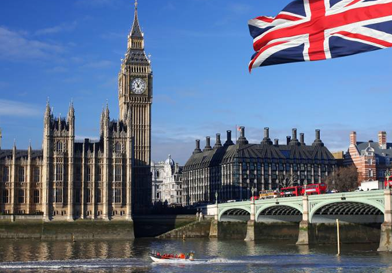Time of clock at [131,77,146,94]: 11:07
